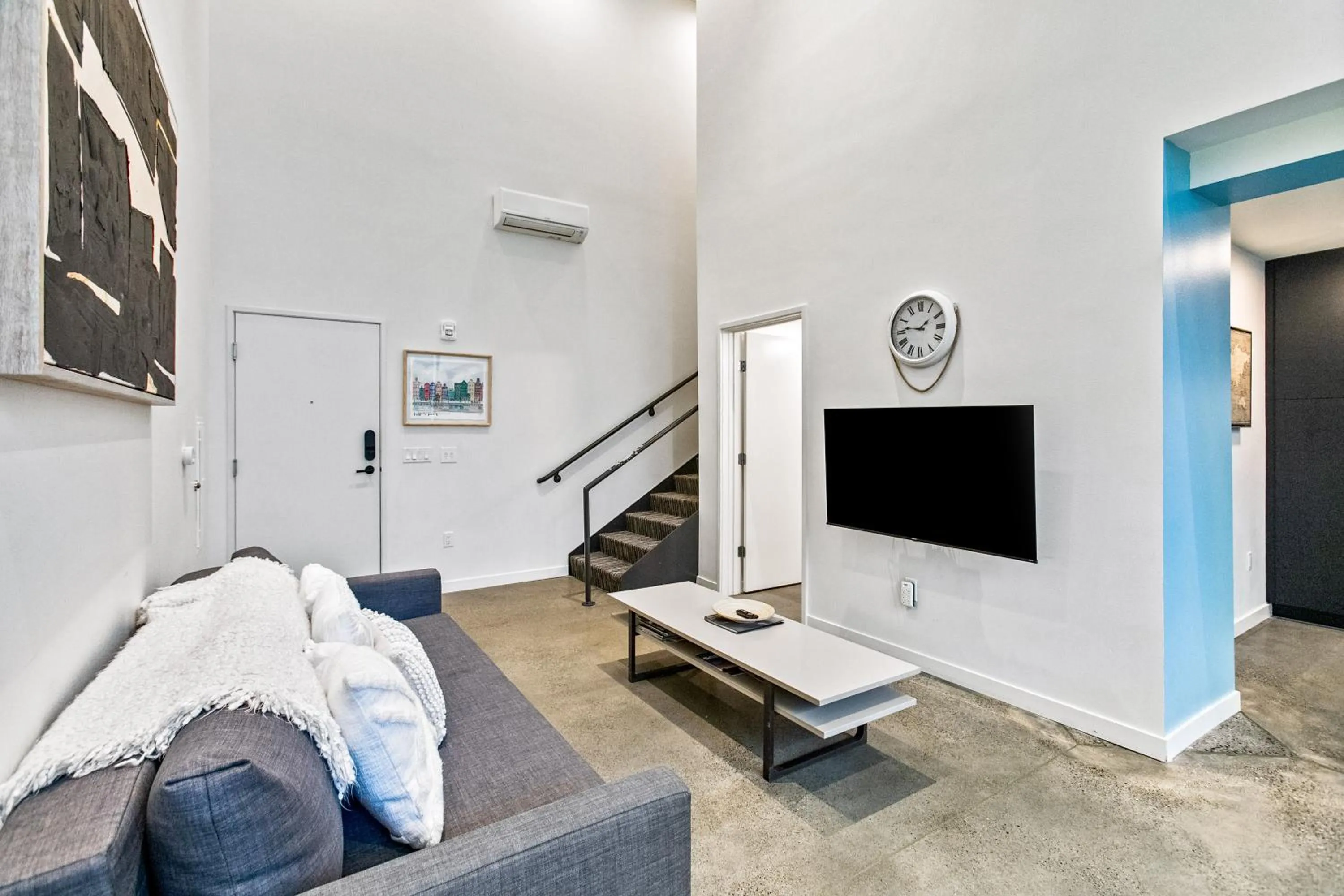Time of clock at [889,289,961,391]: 1:46
